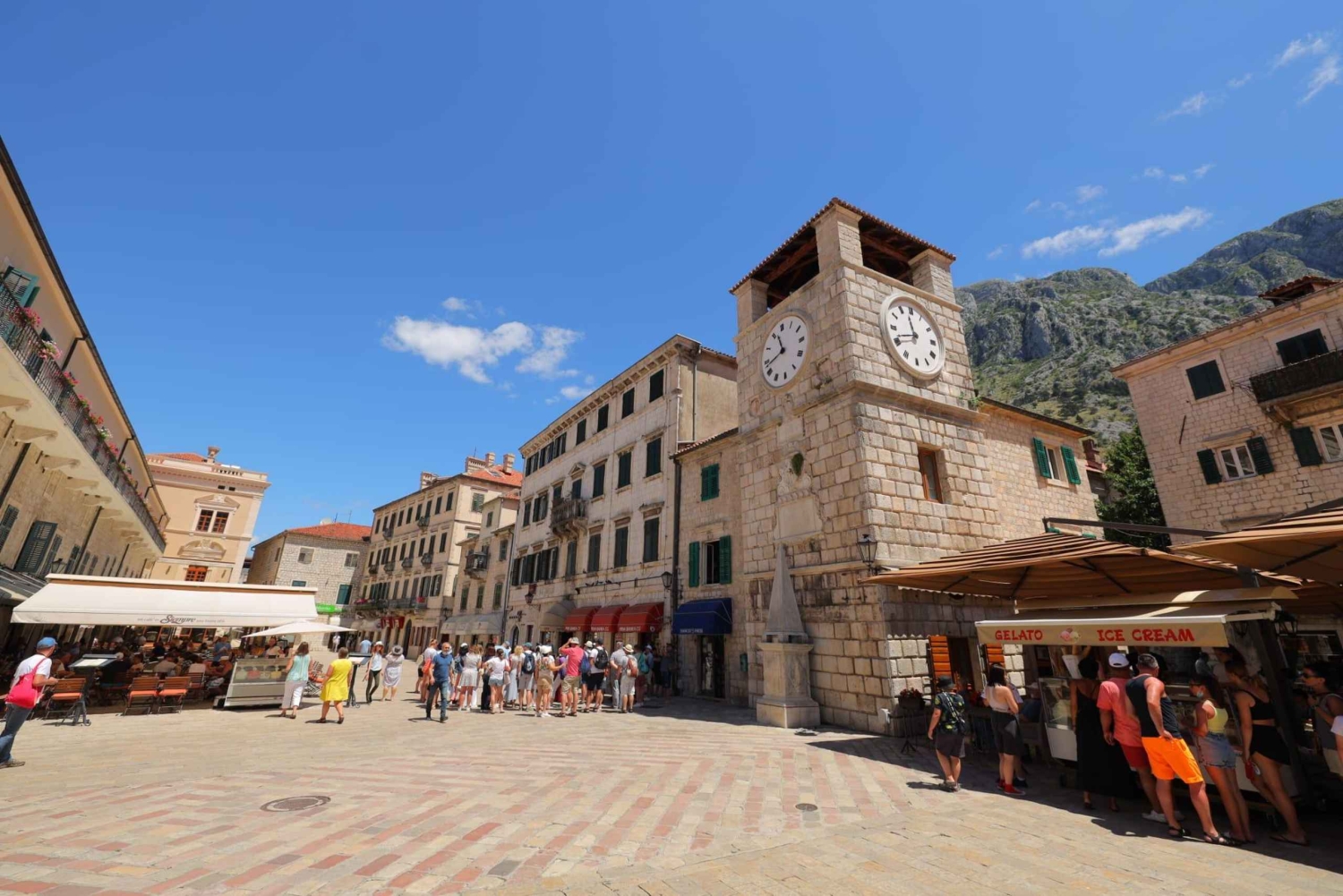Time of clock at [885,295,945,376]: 11:41
